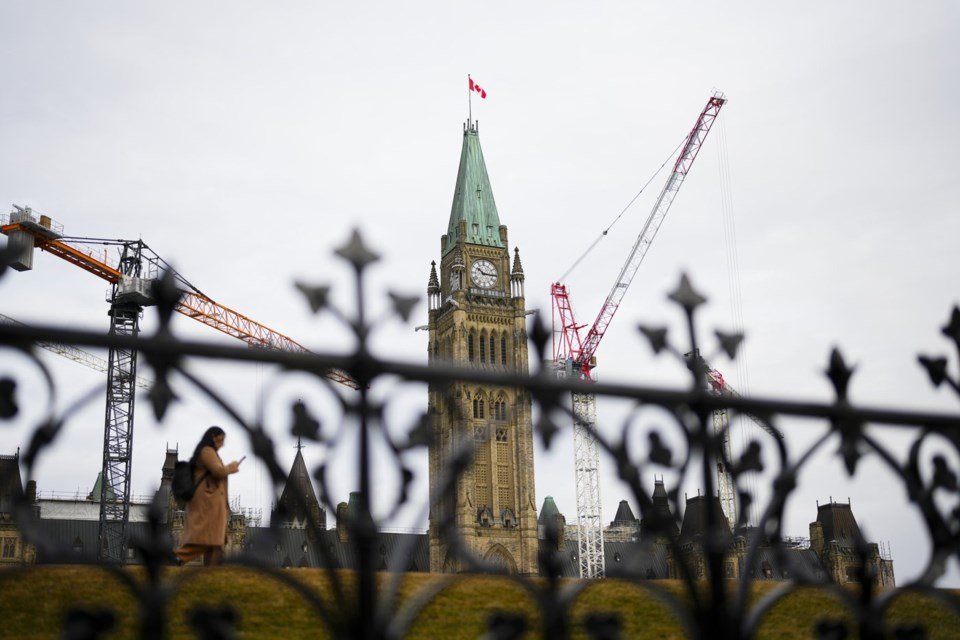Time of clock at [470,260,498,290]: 10:15
